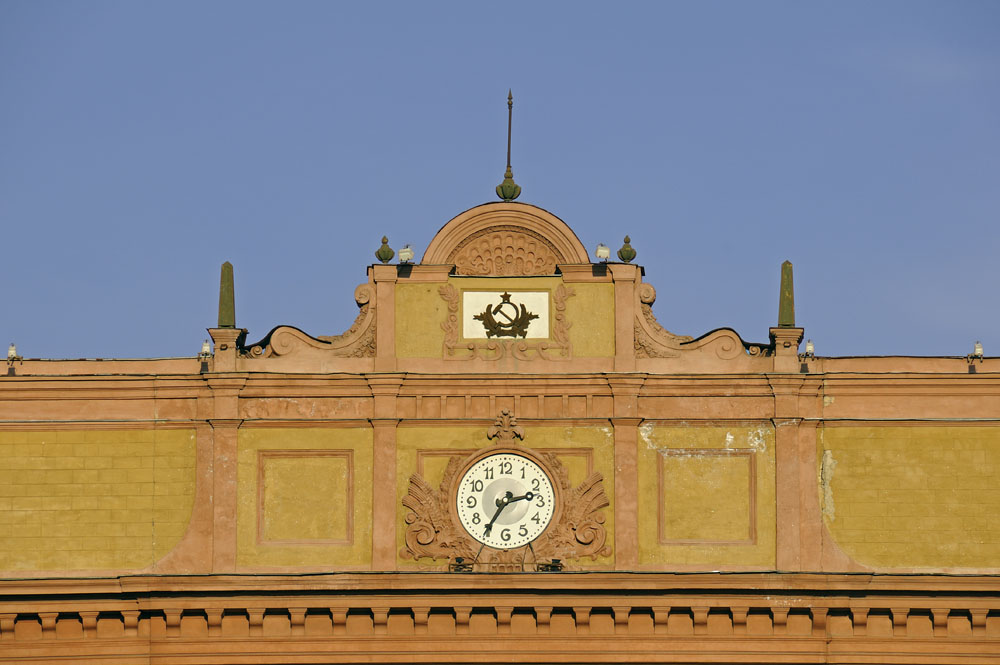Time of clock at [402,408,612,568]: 2:35
